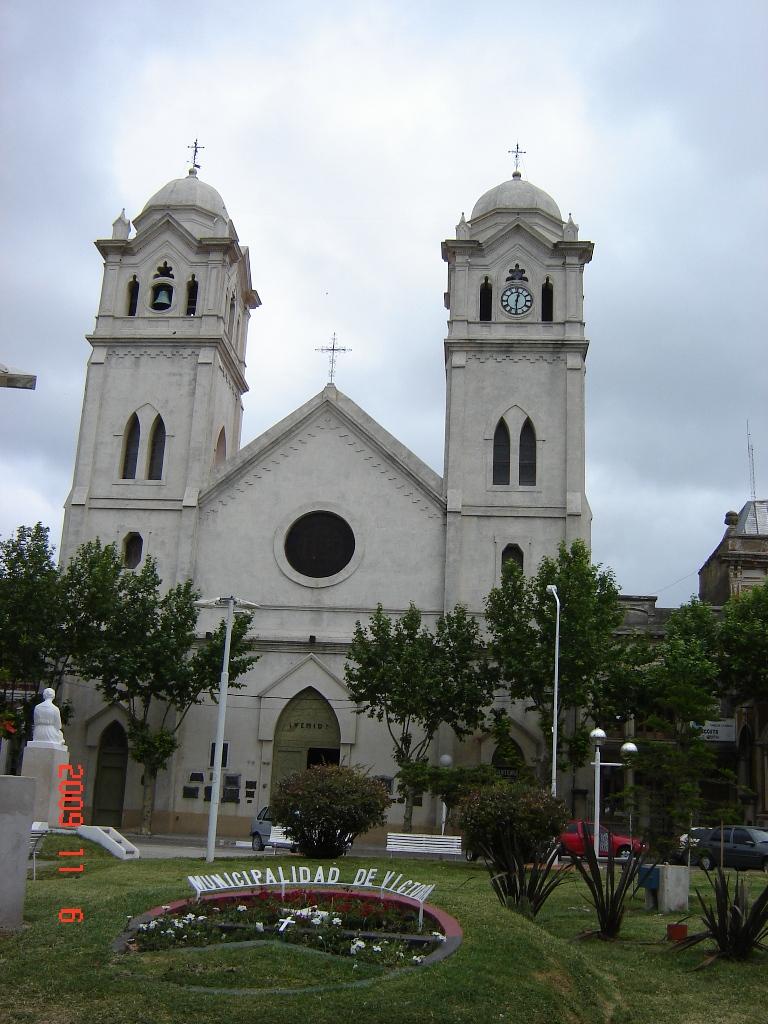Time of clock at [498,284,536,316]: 12:30
